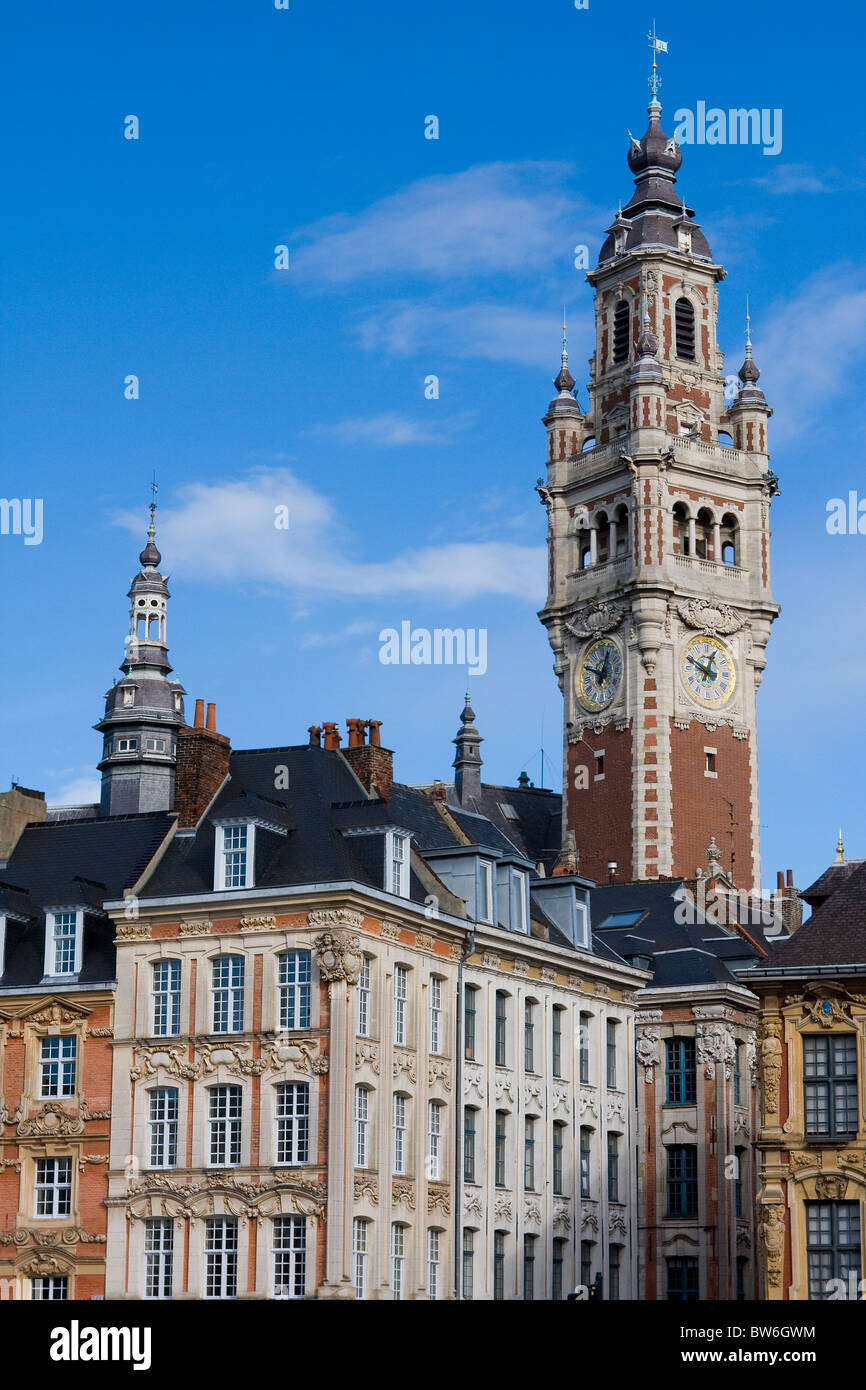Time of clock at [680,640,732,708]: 12:49
